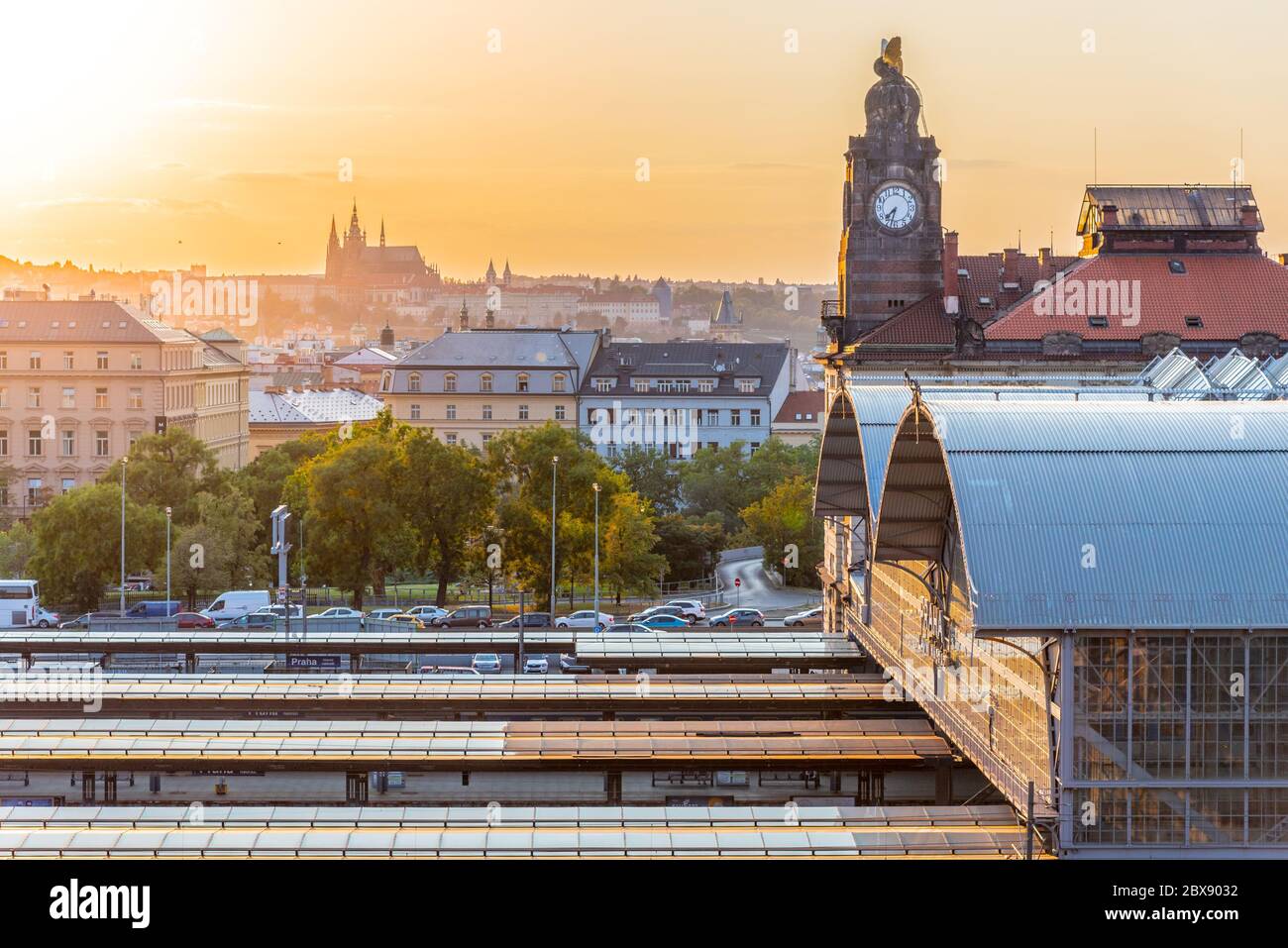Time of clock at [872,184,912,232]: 7:32
